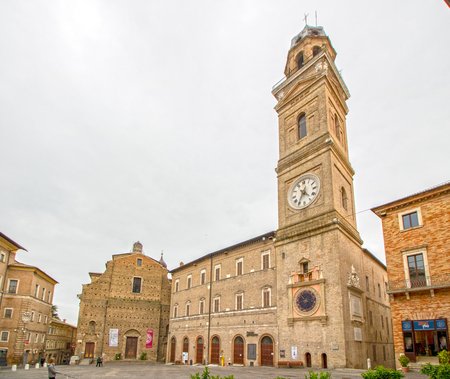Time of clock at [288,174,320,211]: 4:35
